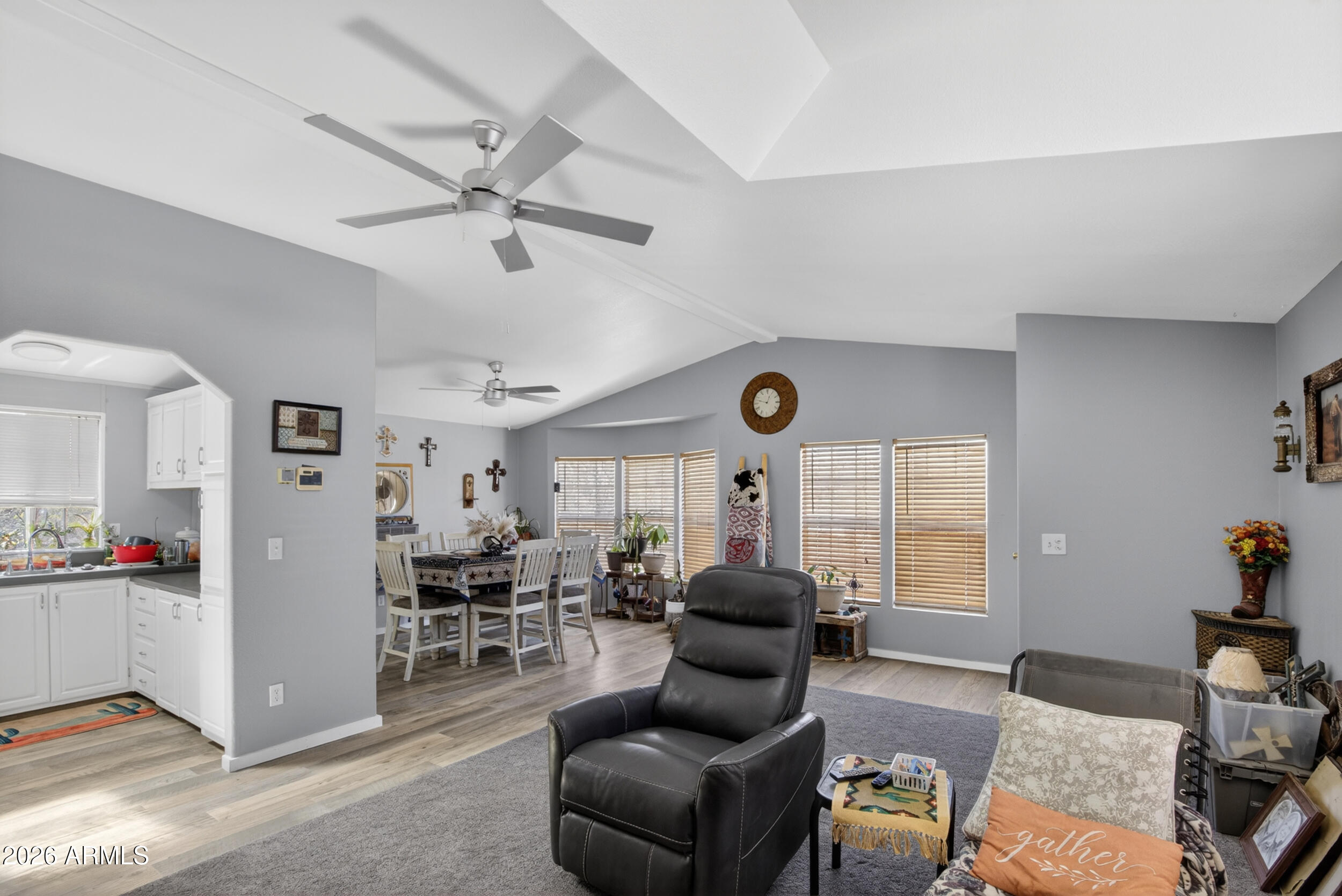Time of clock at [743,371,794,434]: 12:47
